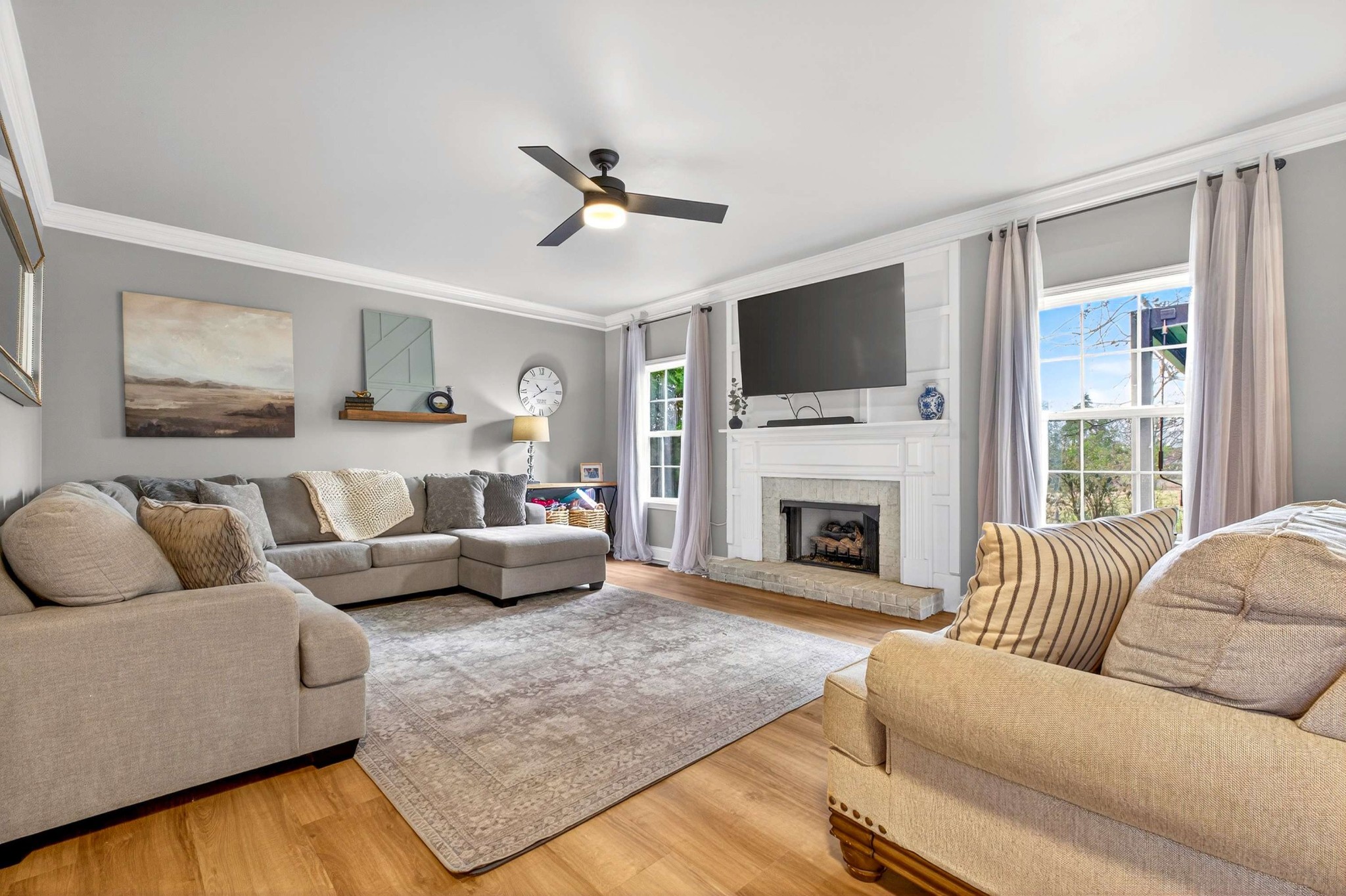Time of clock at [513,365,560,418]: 10:39
